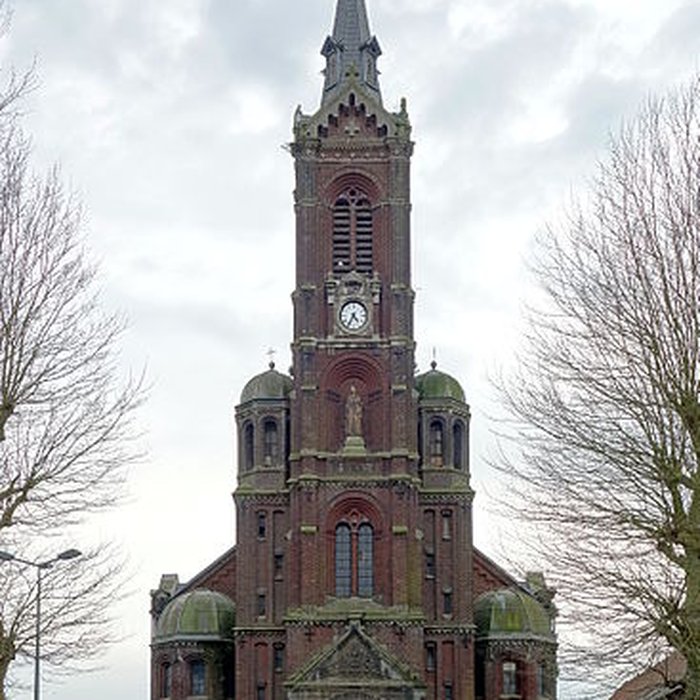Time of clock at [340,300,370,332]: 4:34
